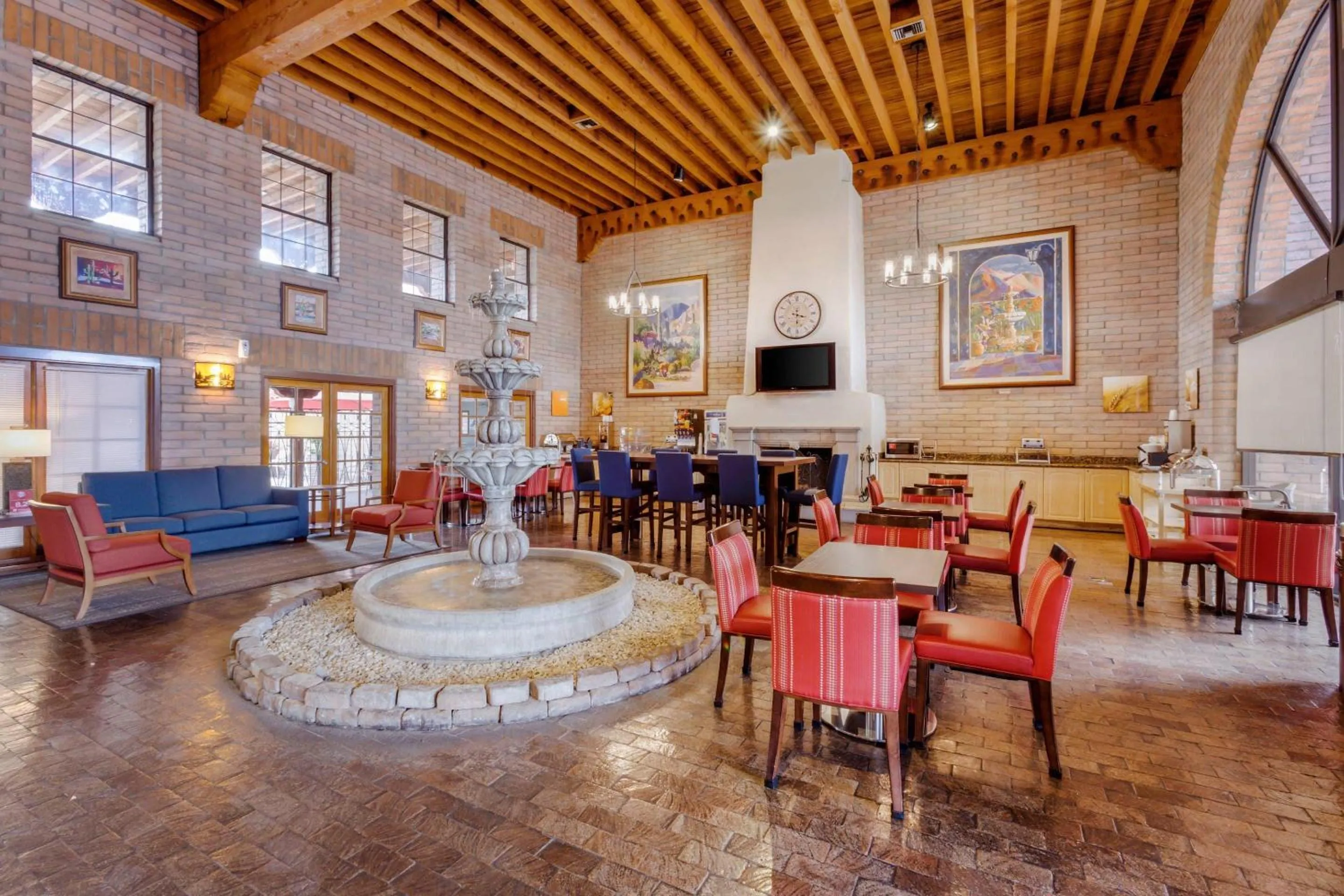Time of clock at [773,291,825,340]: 3:30
